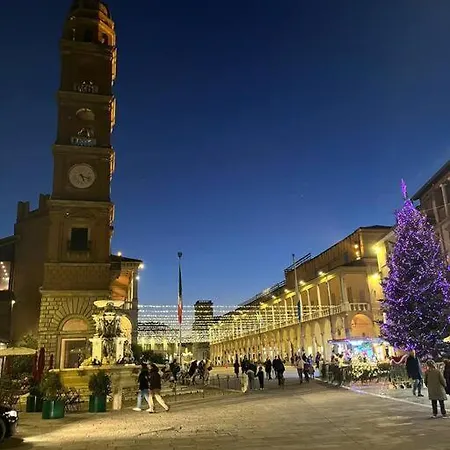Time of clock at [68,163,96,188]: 5:18
